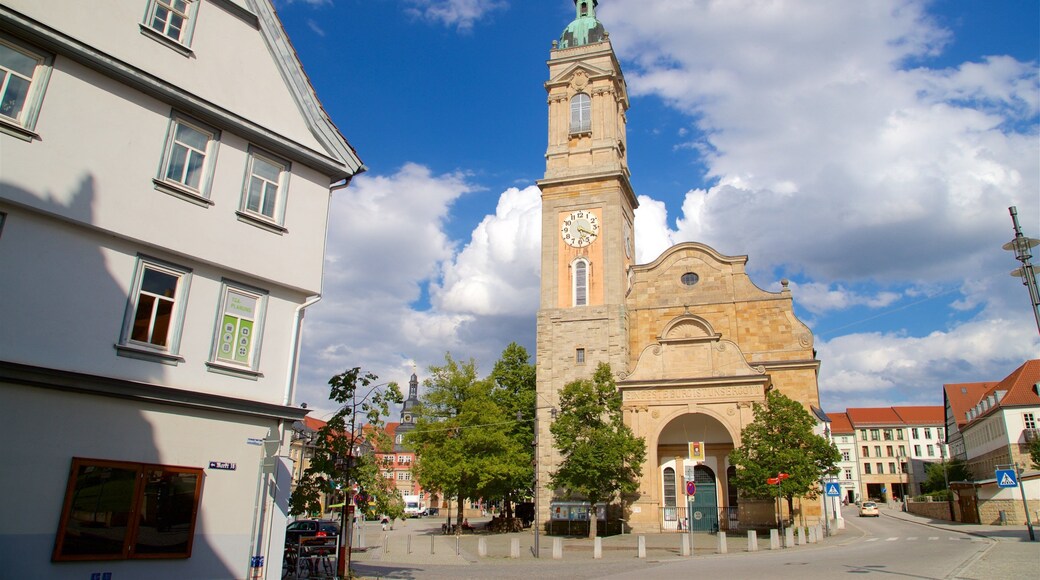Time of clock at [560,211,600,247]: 5:19
